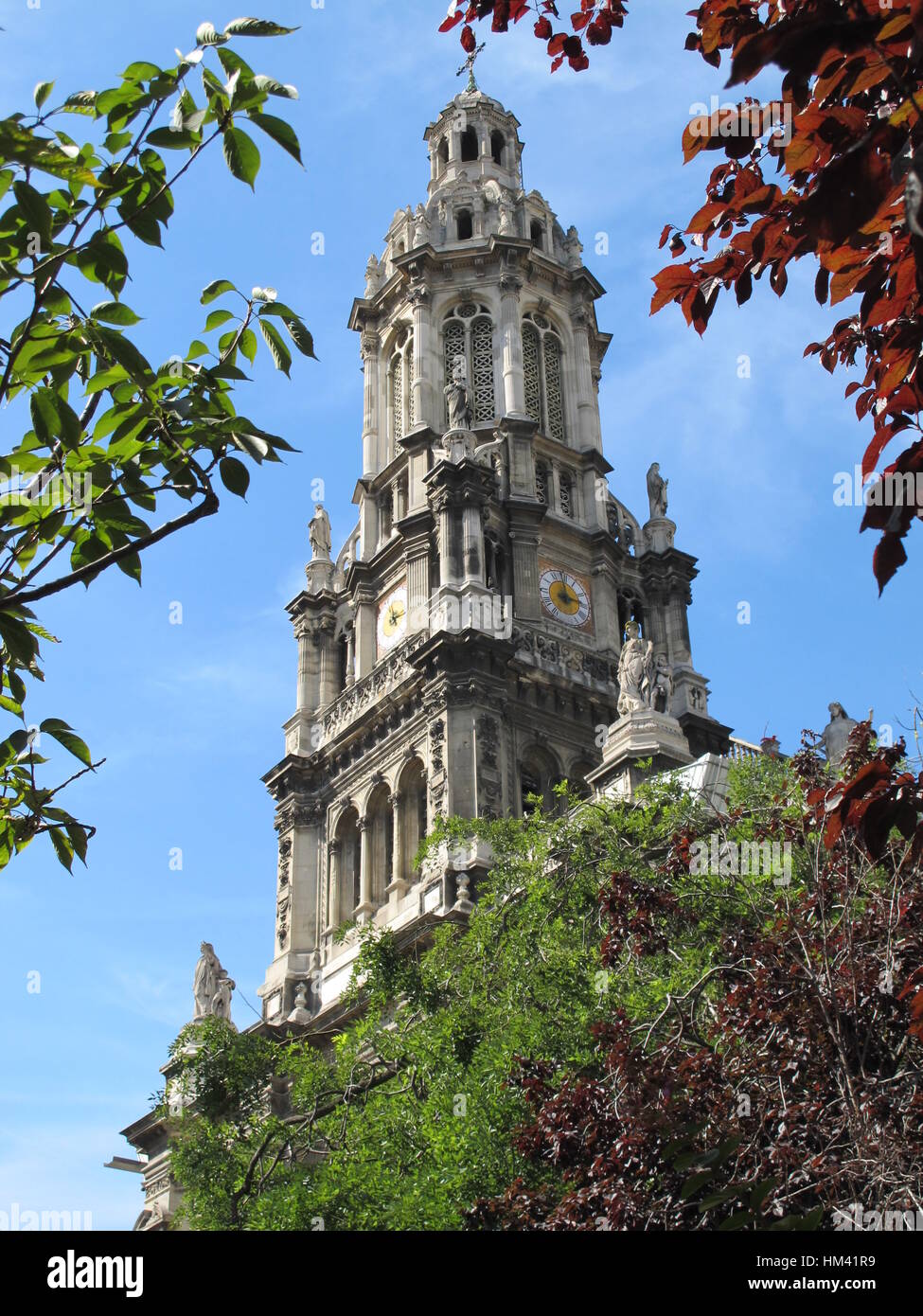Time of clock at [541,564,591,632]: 2:58
